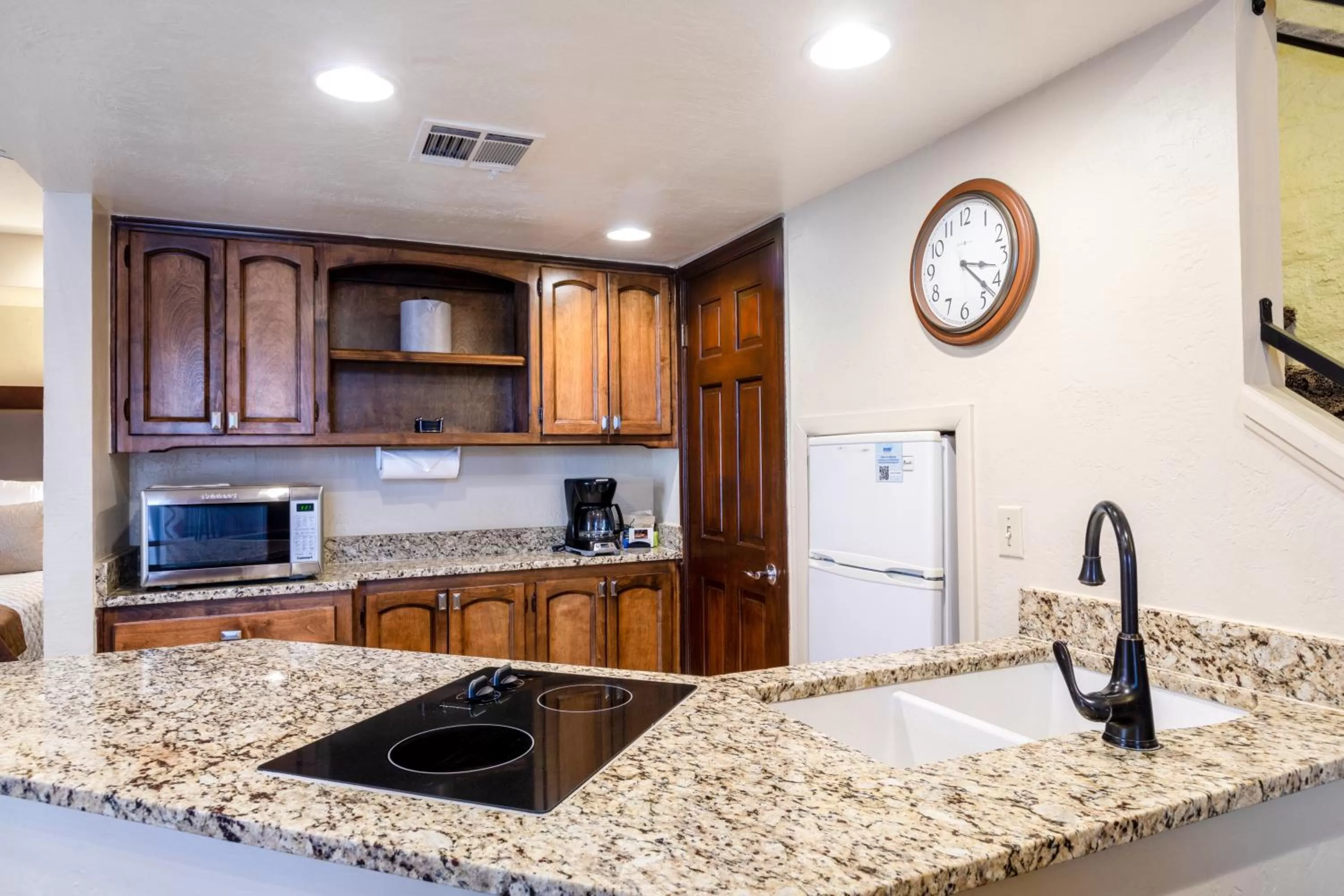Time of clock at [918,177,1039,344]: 3:22
